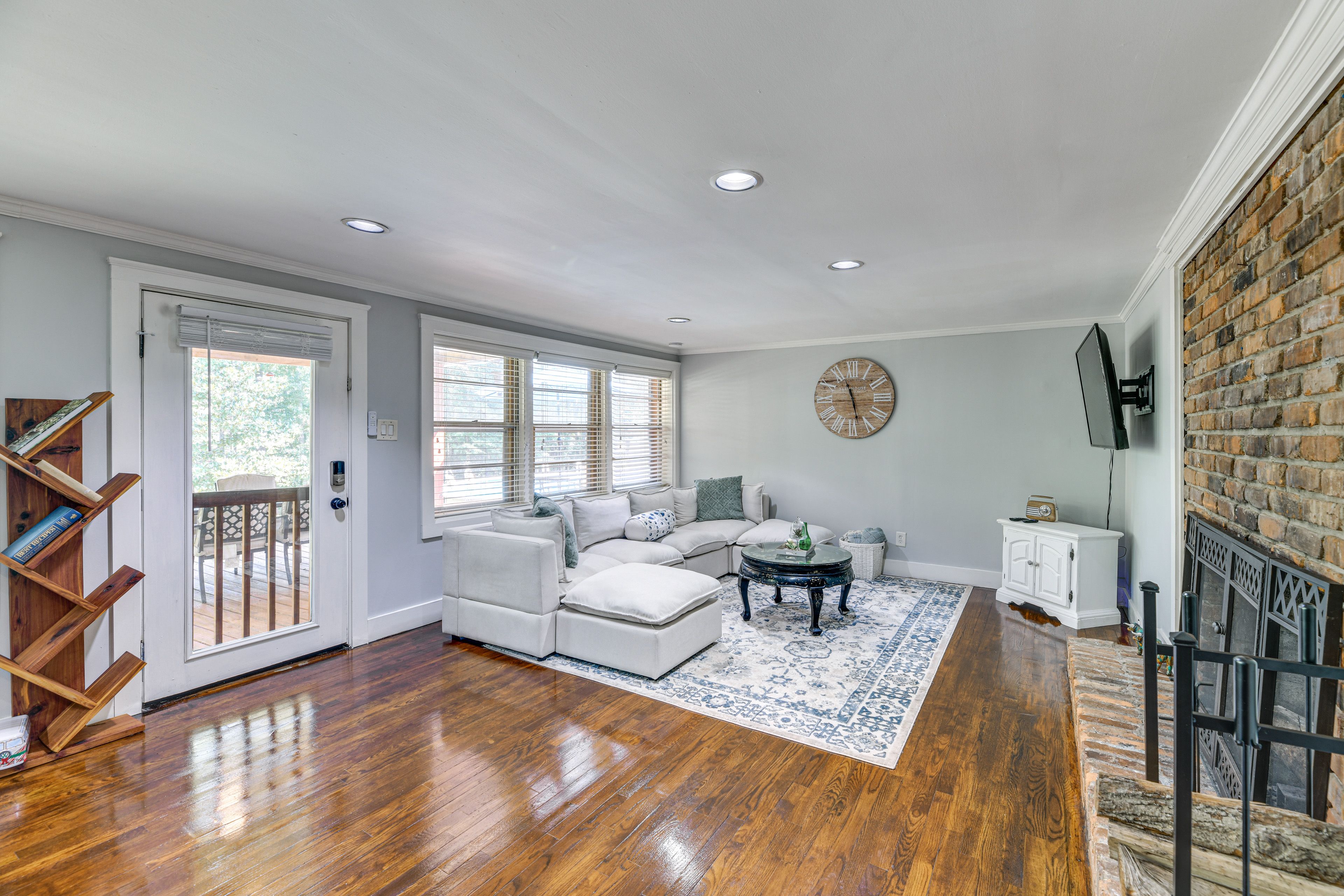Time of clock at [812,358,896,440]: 11:28
